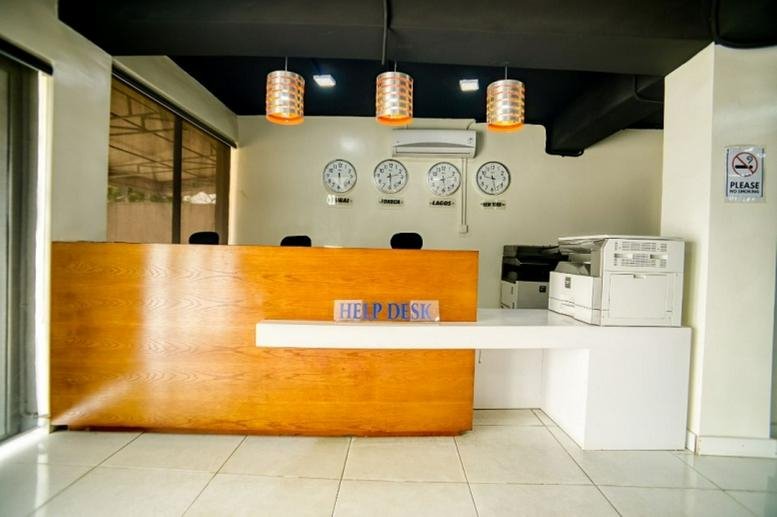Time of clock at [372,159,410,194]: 2:29
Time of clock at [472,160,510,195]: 9:27
